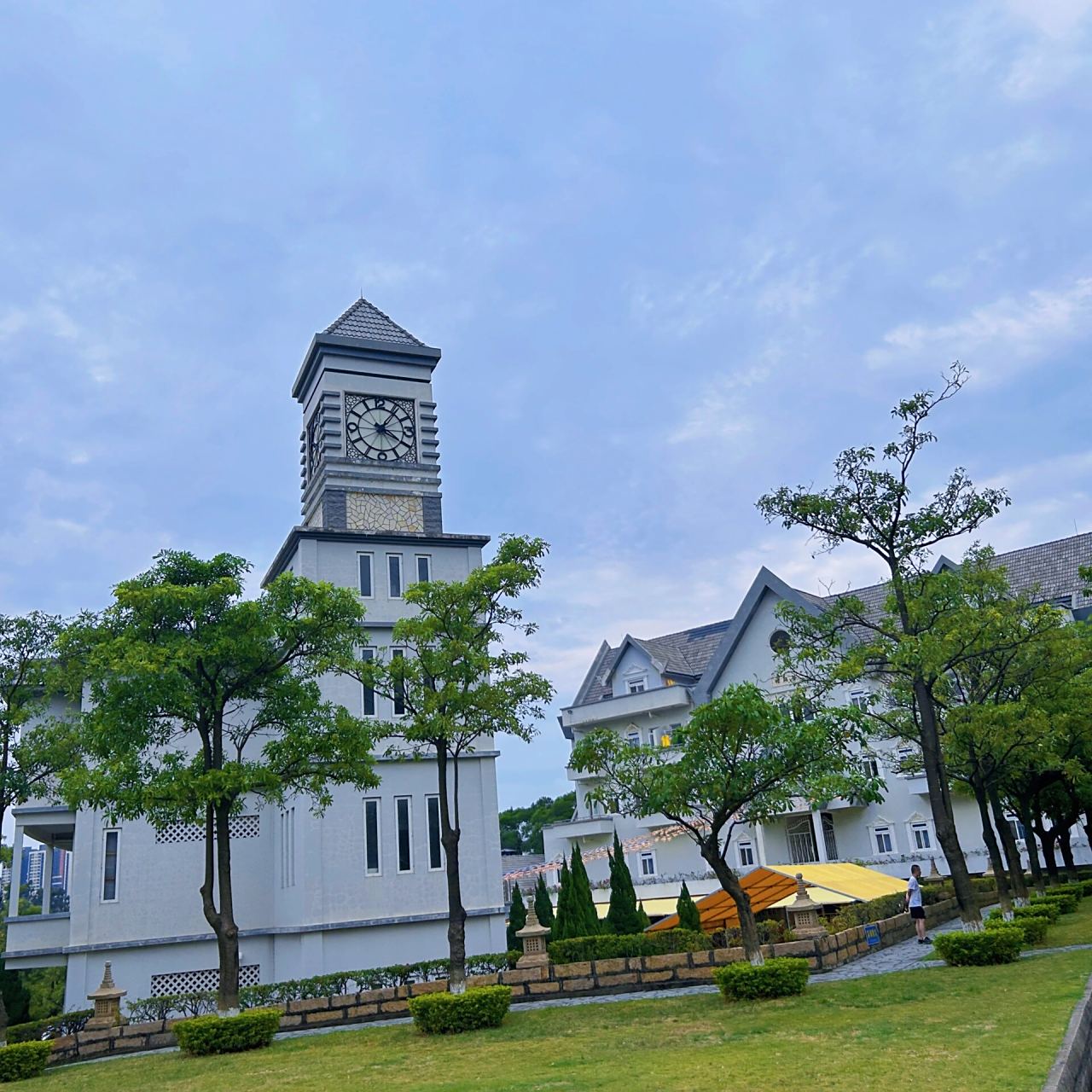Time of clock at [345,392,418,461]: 1:20
